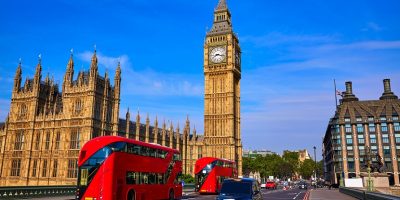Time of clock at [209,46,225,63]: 8:17
